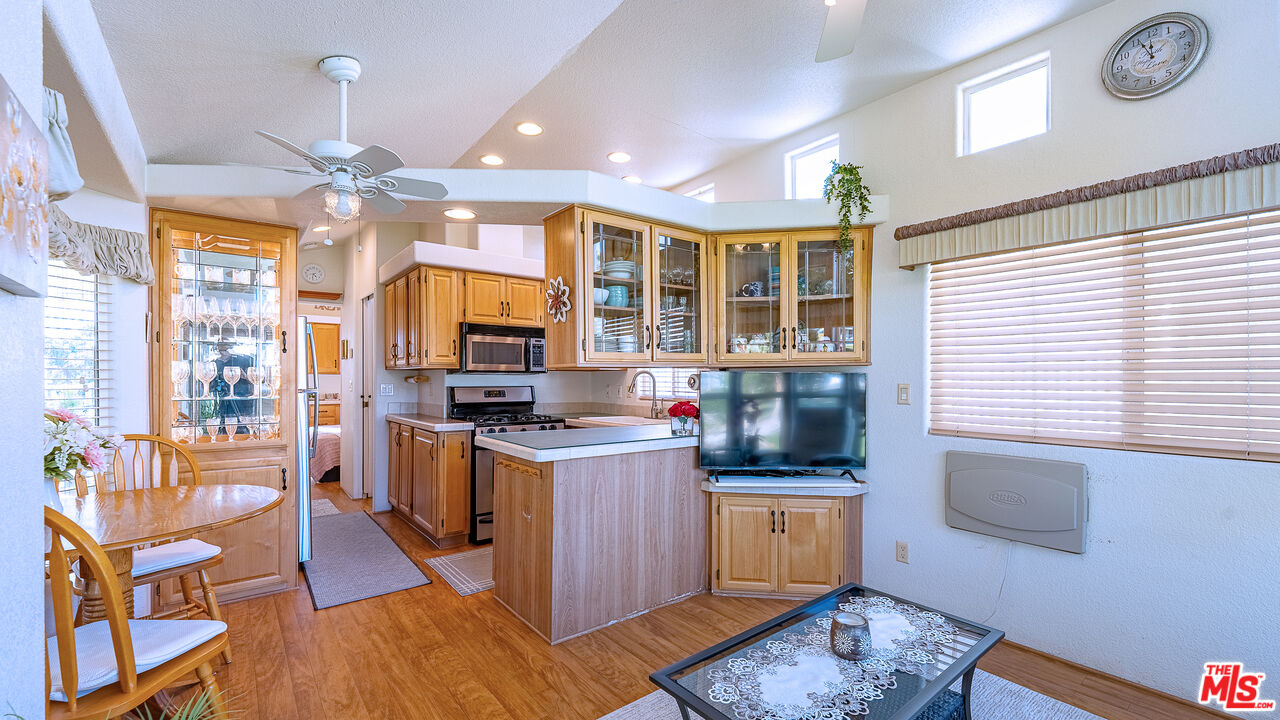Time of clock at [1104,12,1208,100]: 11:55
